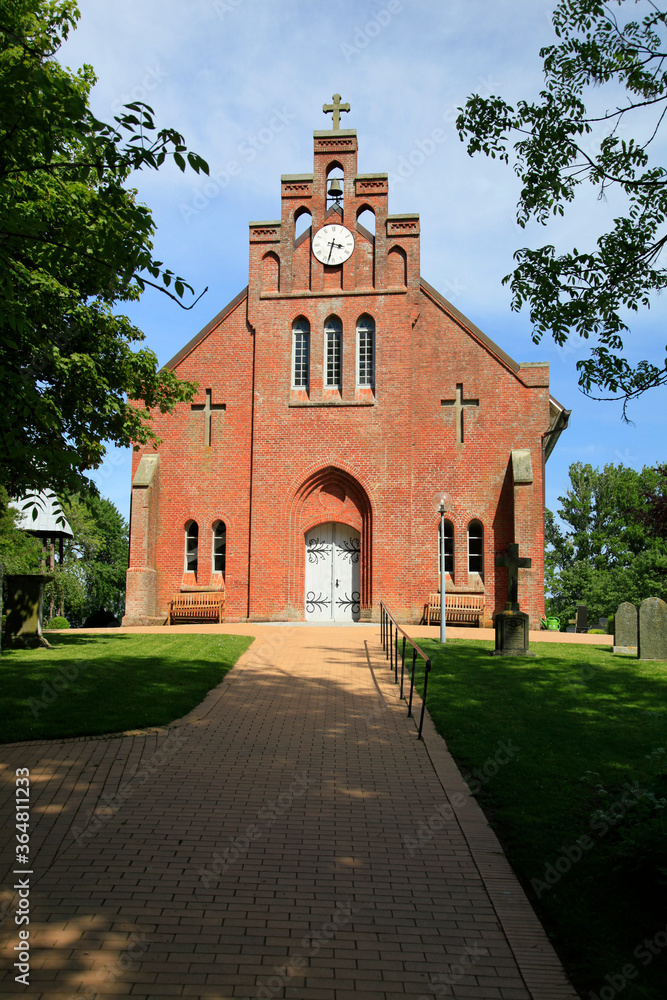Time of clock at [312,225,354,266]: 3:32
